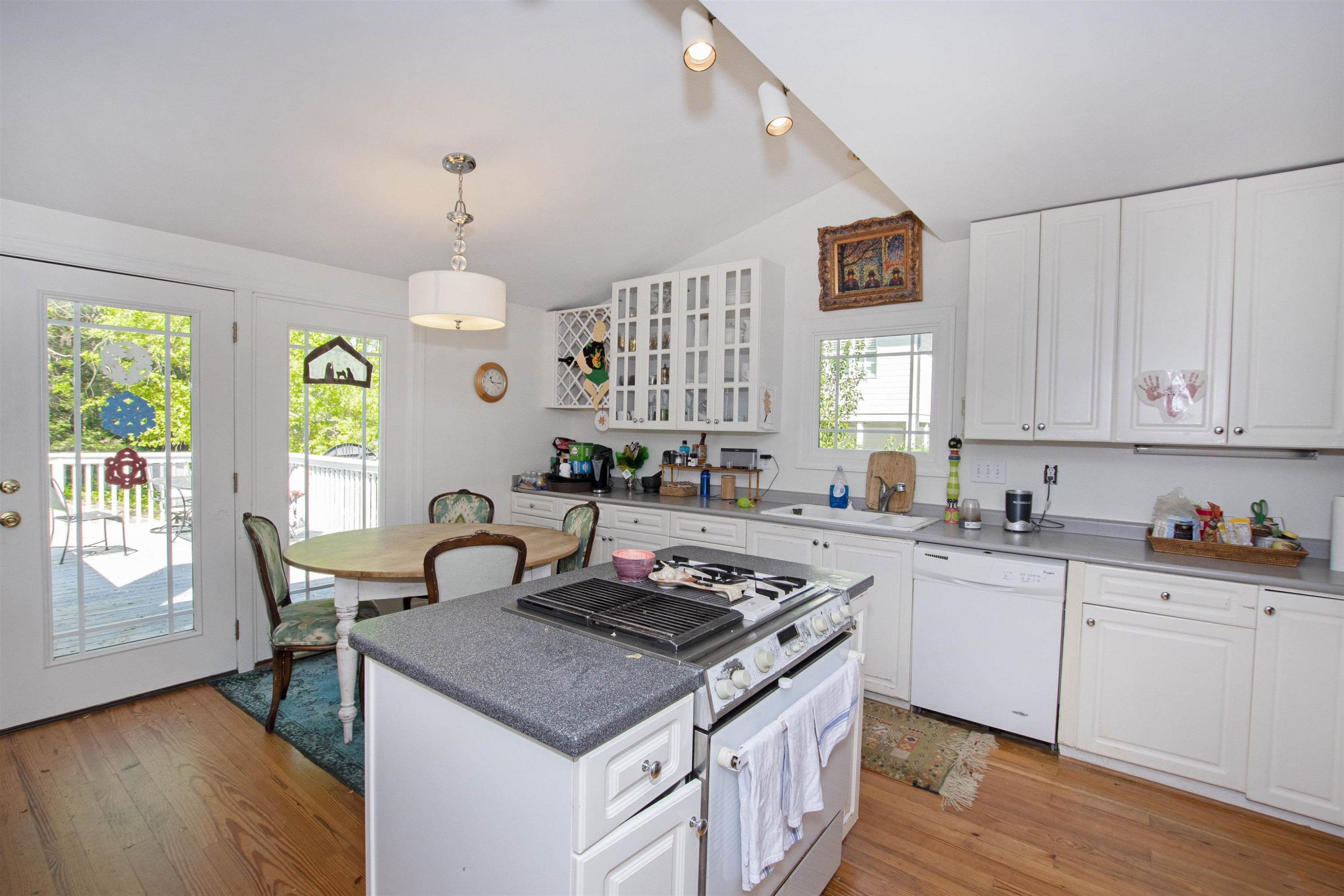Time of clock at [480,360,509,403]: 11:15
